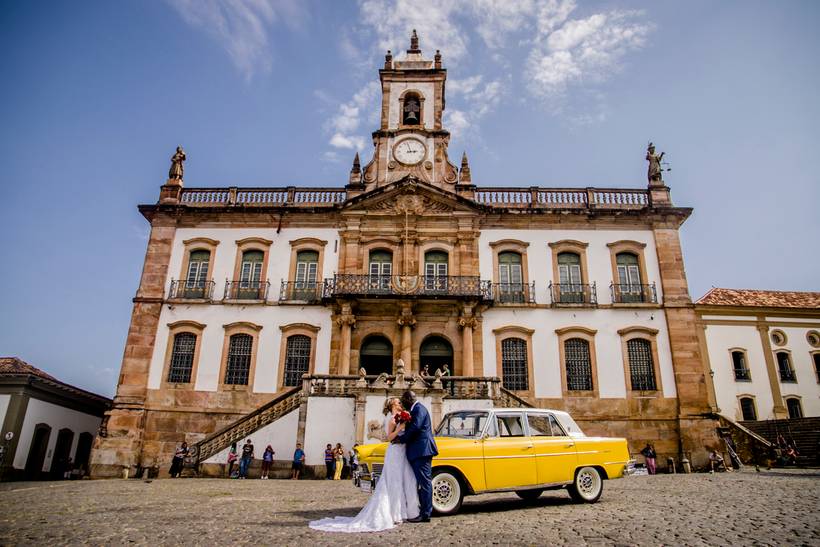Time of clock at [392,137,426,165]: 2:57
